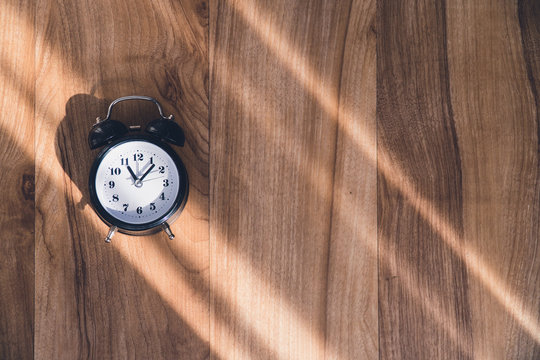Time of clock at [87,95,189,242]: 11:07
